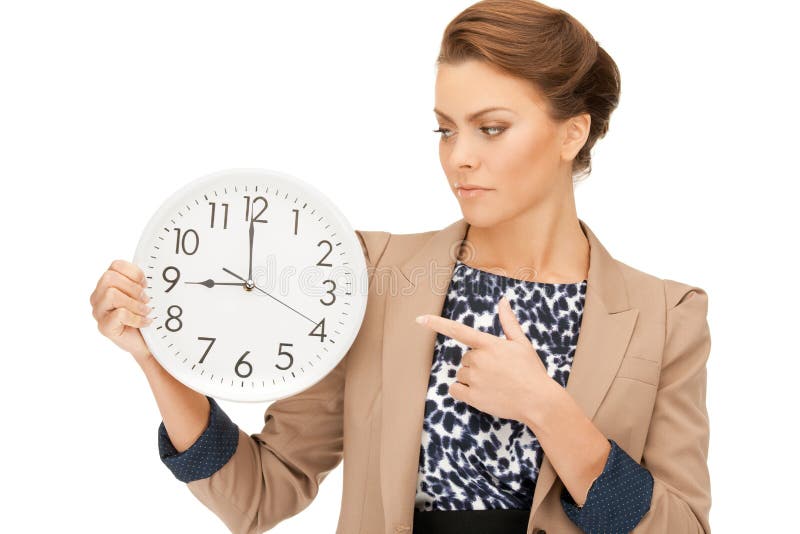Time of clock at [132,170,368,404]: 8:59
